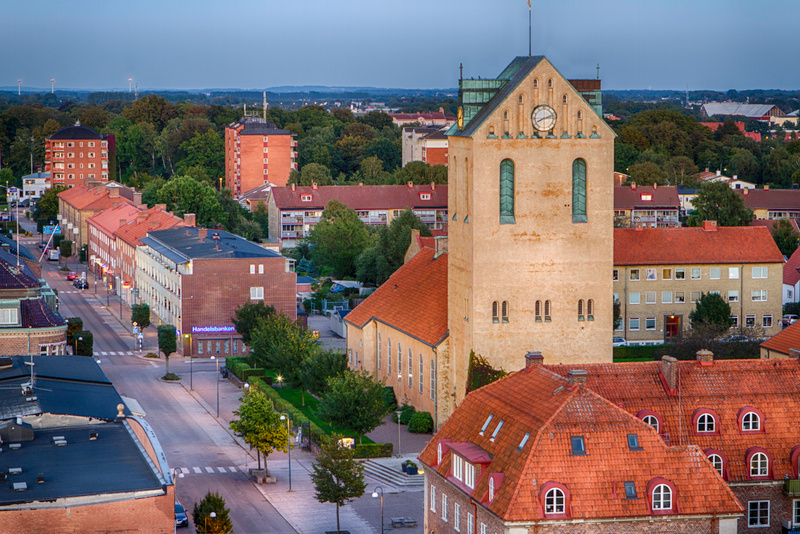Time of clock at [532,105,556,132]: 8:12
